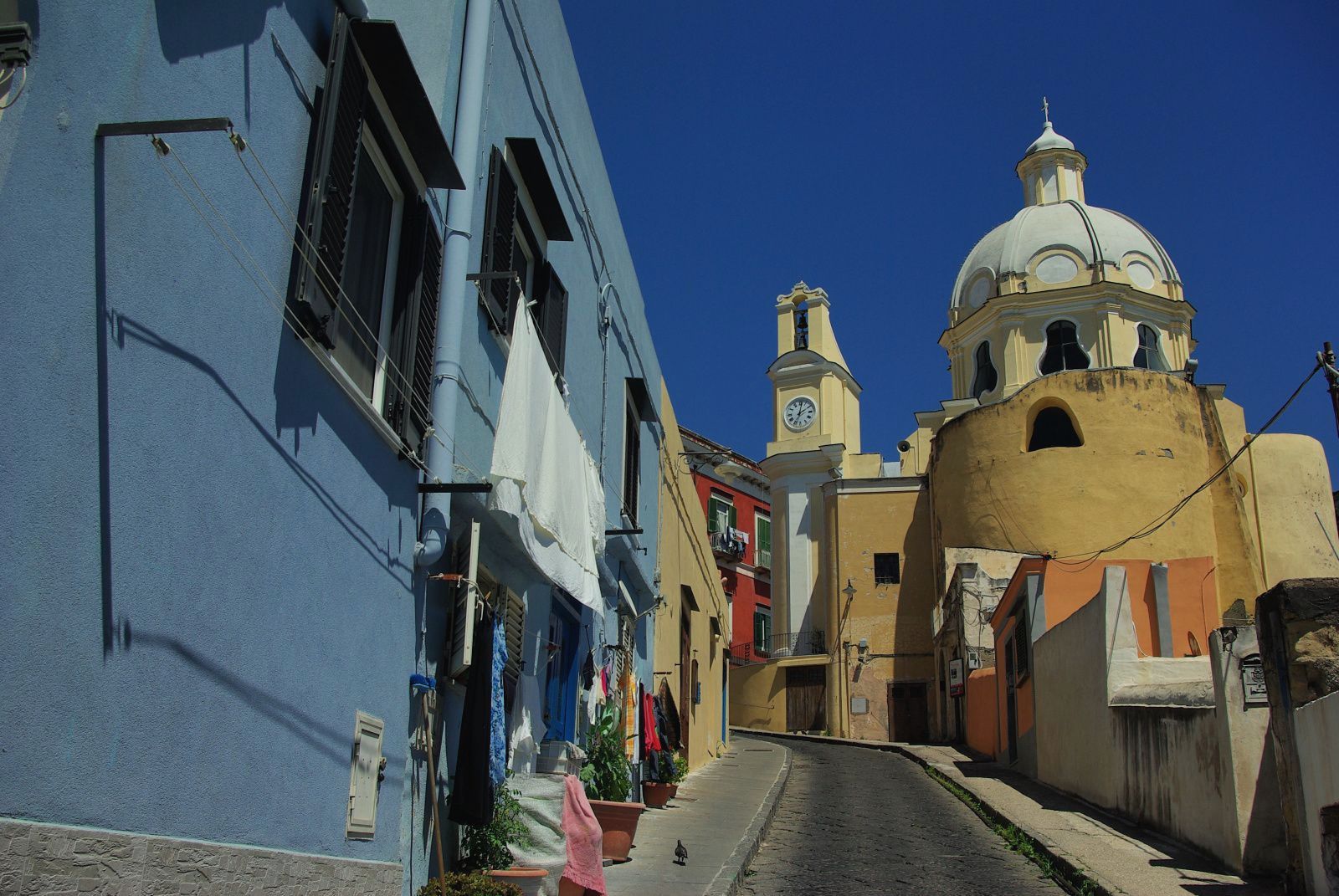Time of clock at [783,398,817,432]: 2:01
